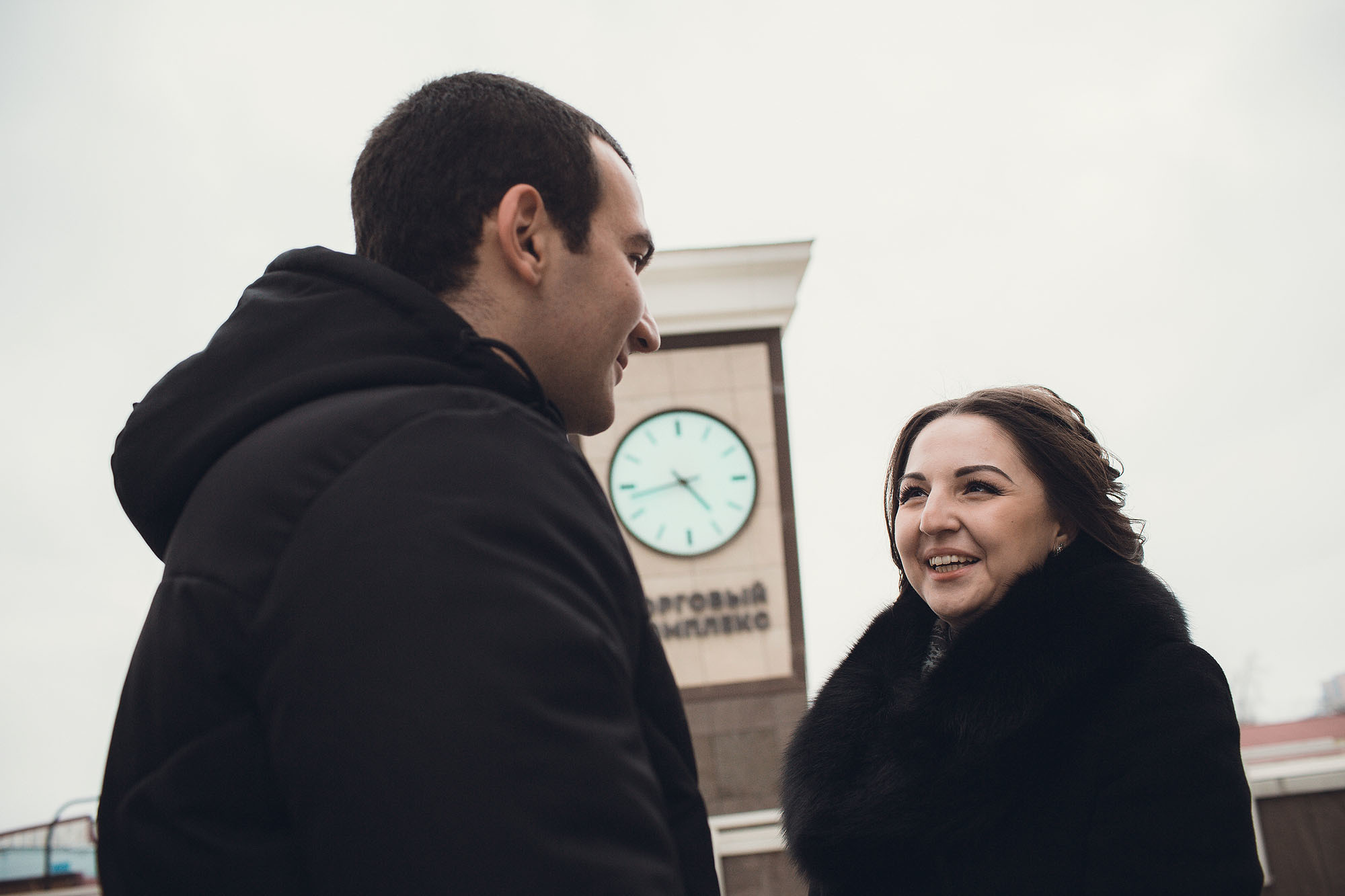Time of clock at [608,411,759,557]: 4:42
